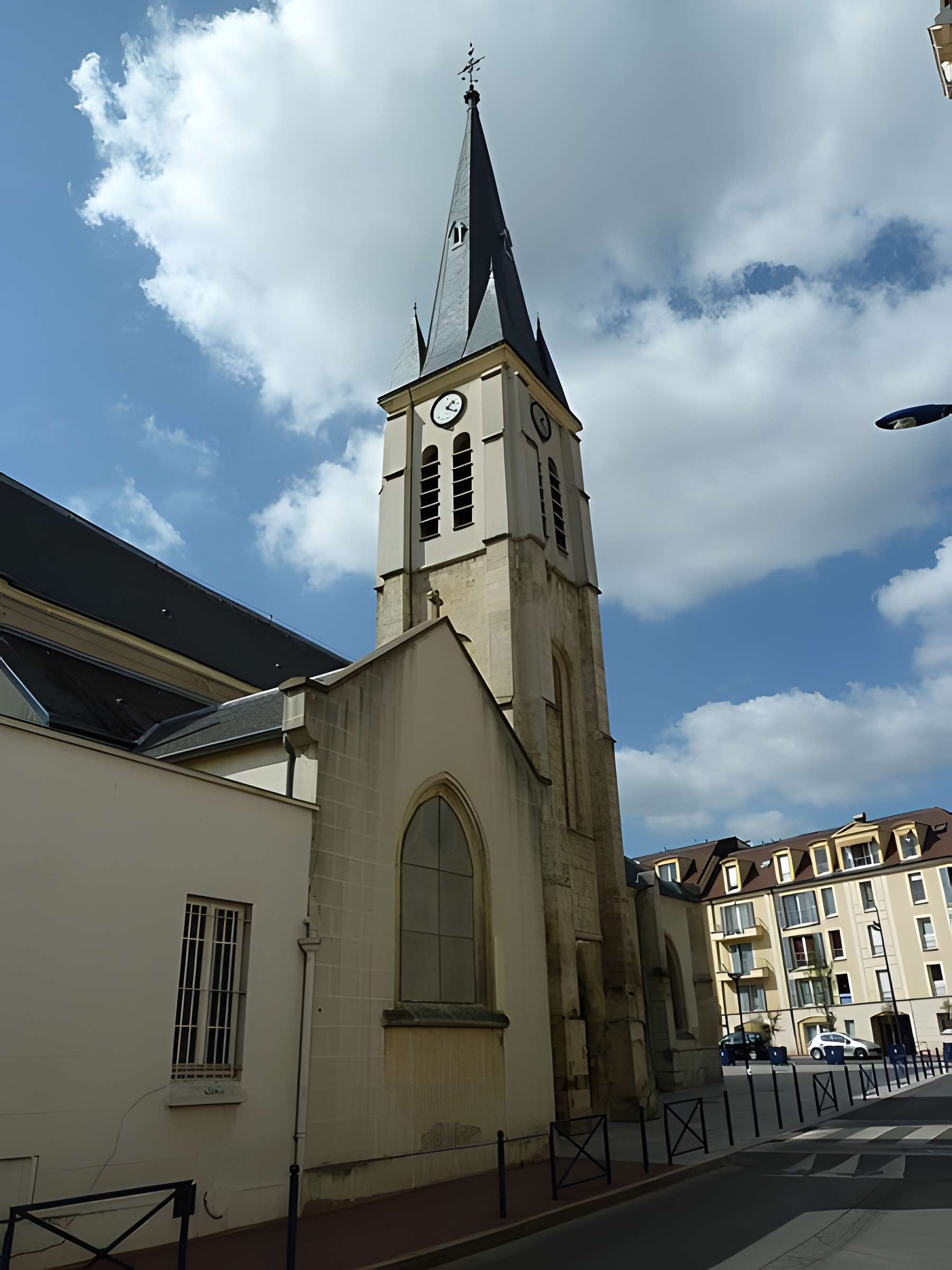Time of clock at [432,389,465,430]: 1:20
